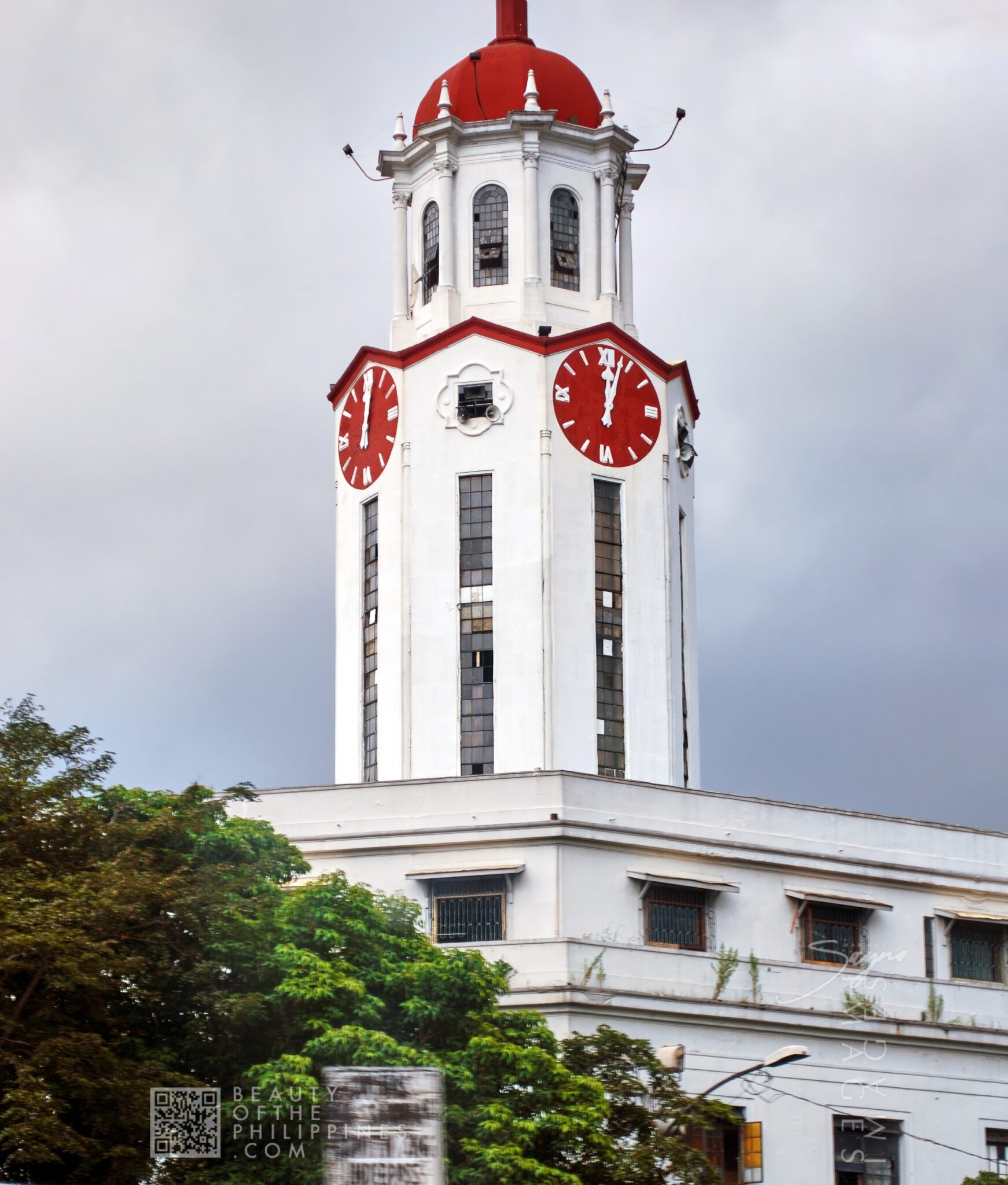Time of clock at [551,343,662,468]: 12:03
